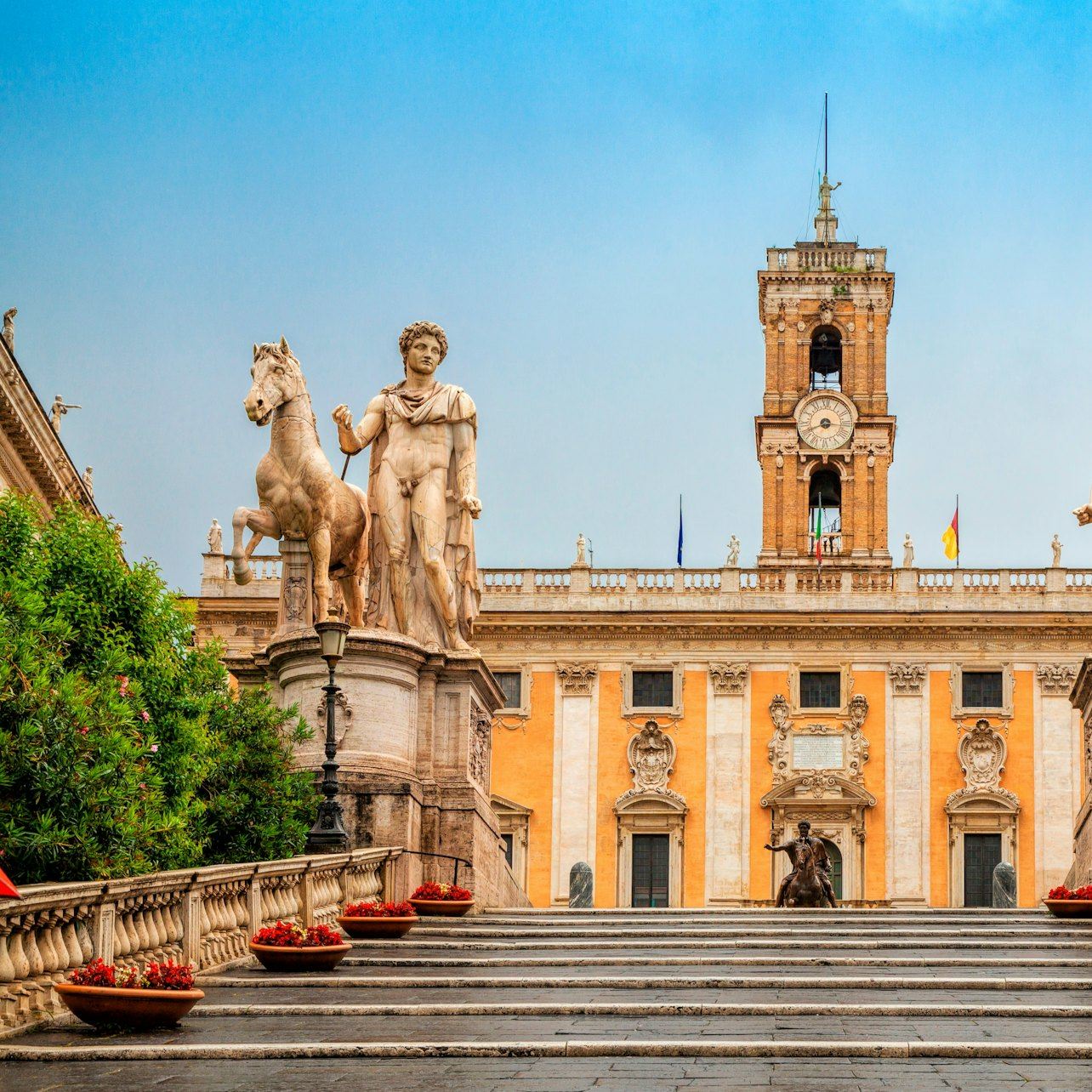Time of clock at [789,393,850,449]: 8:16
